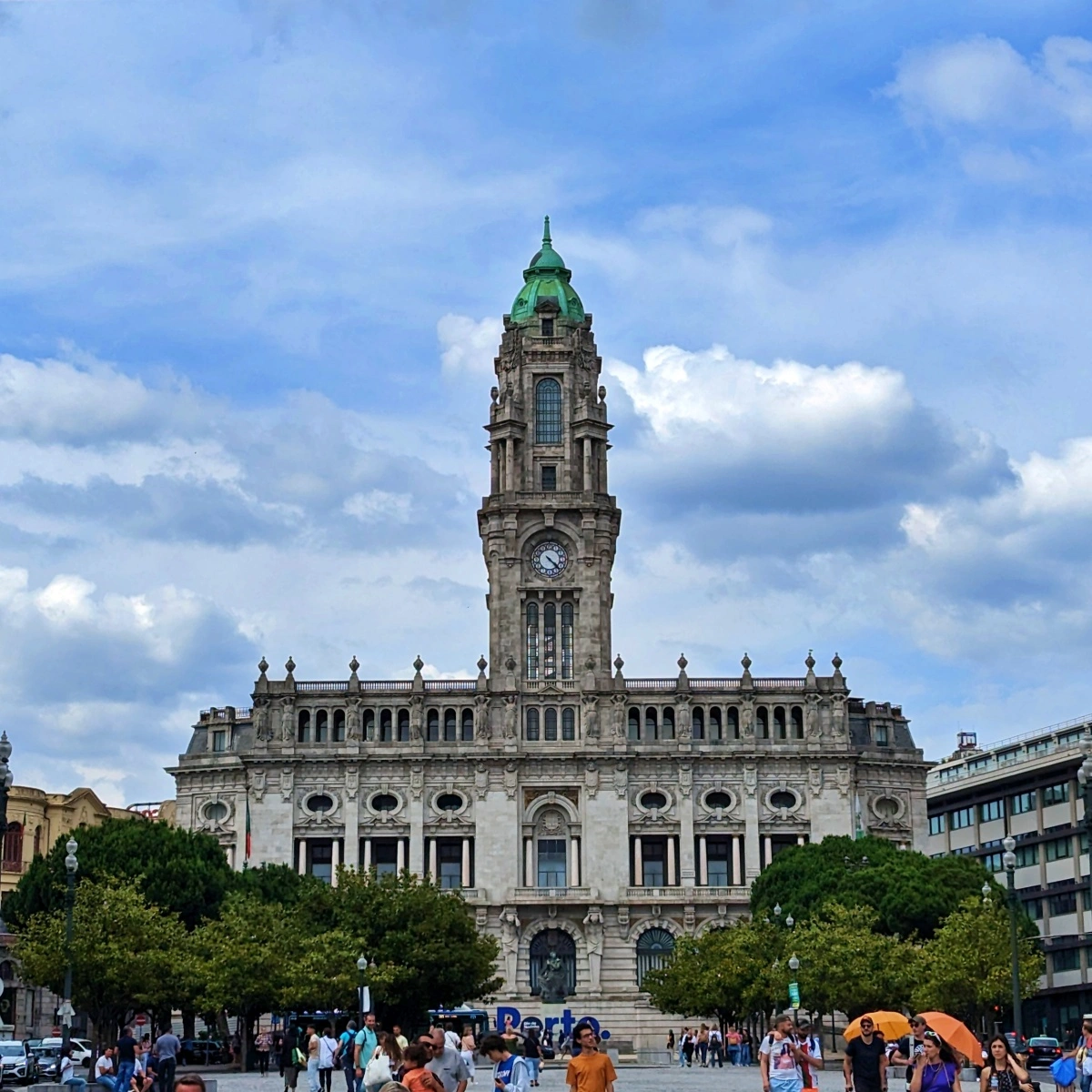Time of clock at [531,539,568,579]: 4:22
